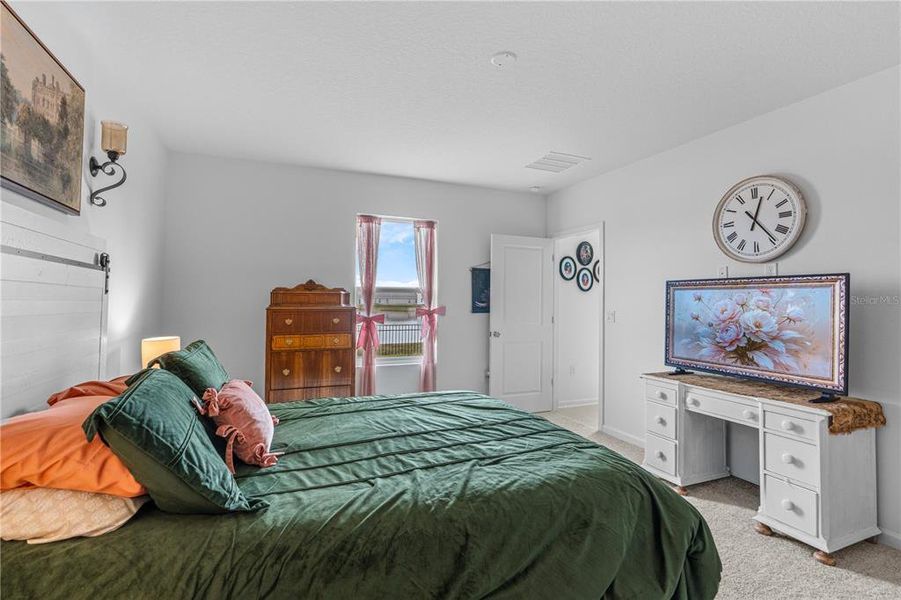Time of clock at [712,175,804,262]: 12:23
